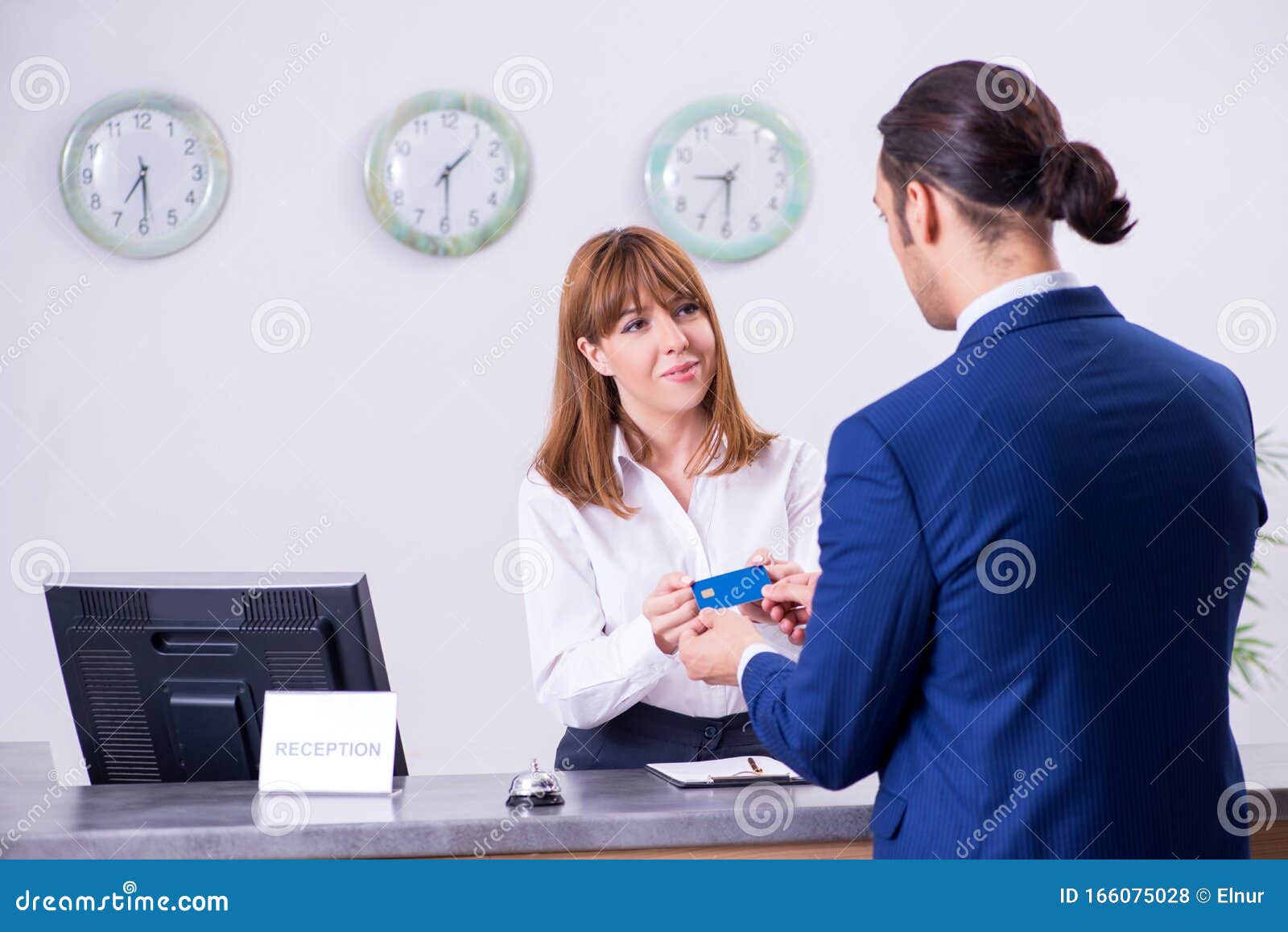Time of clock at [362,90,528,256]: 1:29
